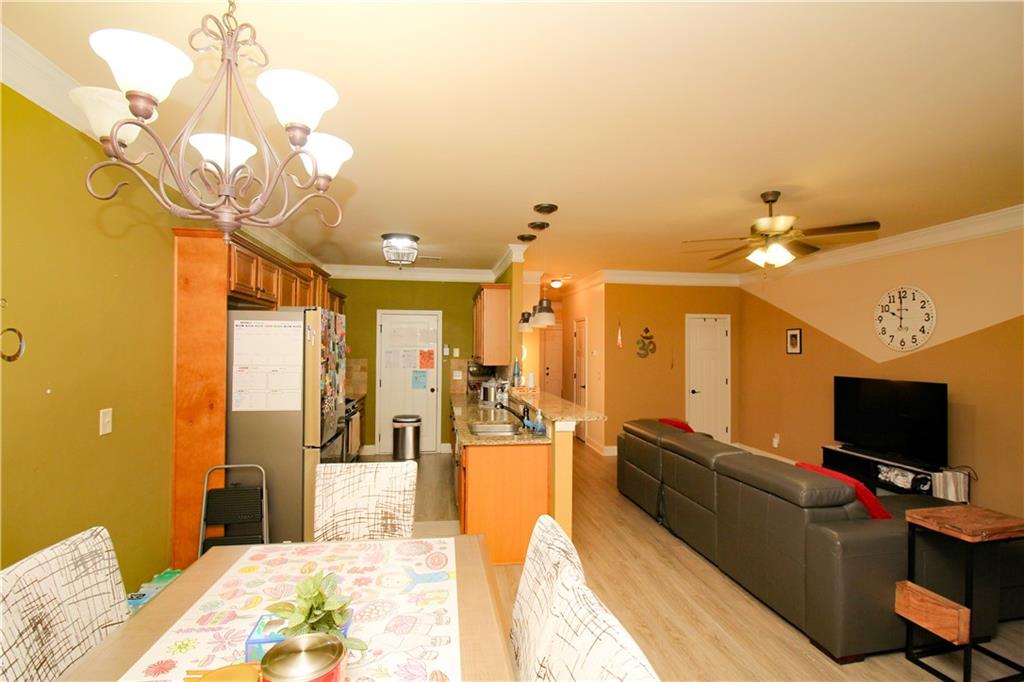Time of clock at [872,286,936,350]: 9:59
